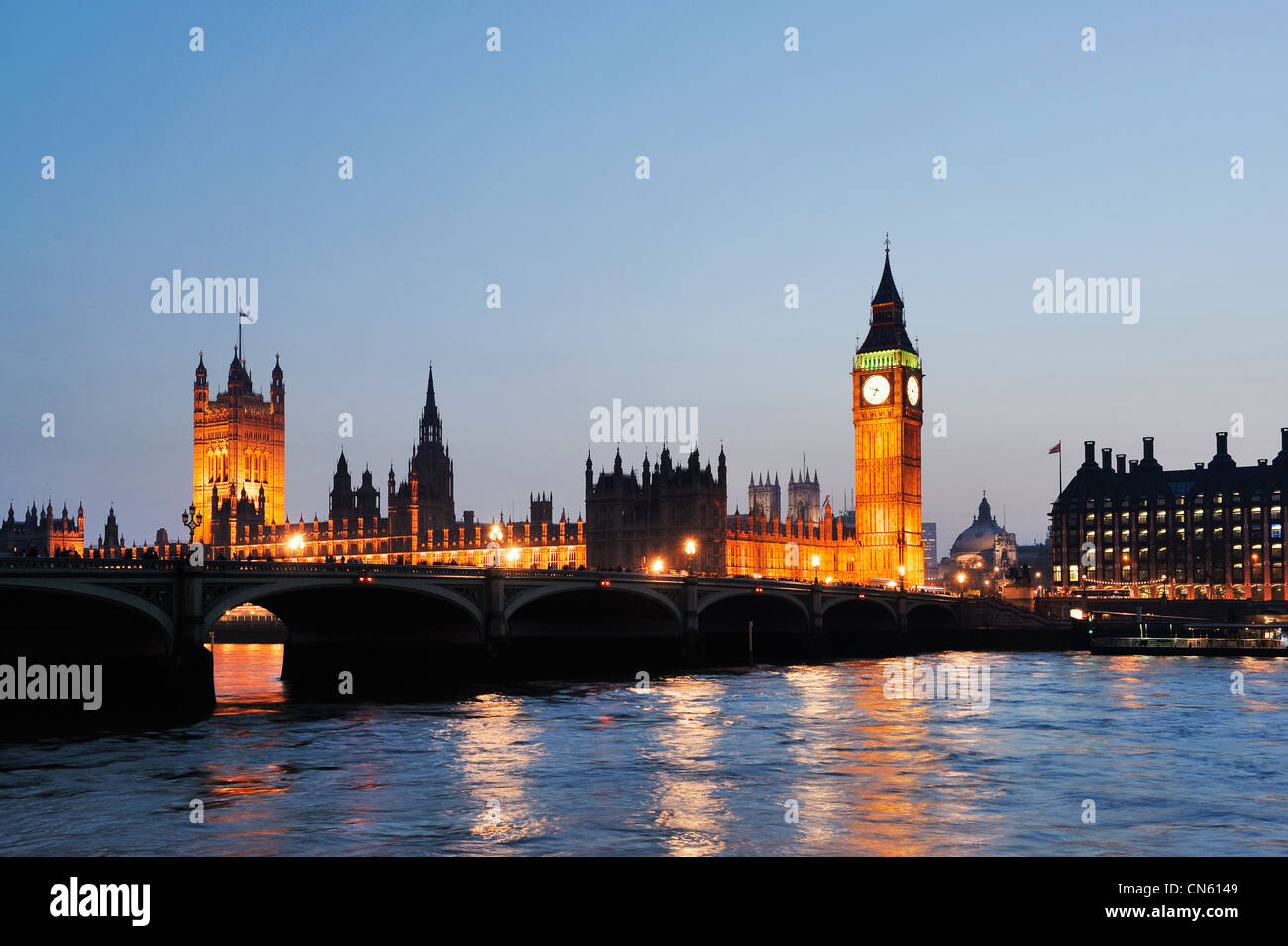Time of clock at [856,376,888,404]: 6:48
